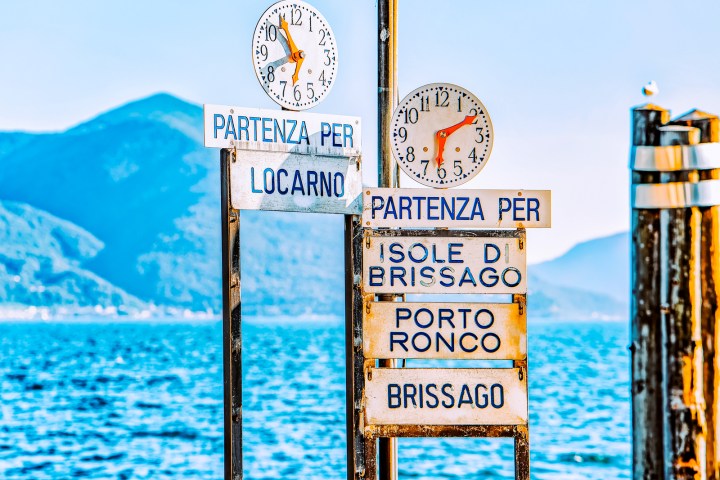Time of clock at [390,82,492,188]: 6:10
